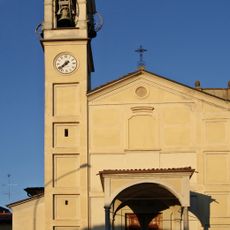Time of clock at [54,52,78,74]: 7:38
